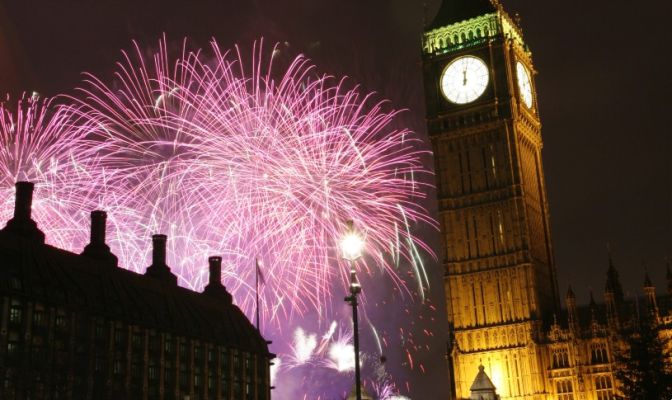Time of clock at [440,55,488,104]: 12:02
